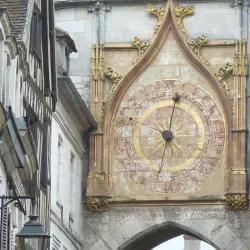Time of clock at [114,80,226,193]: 12:32
